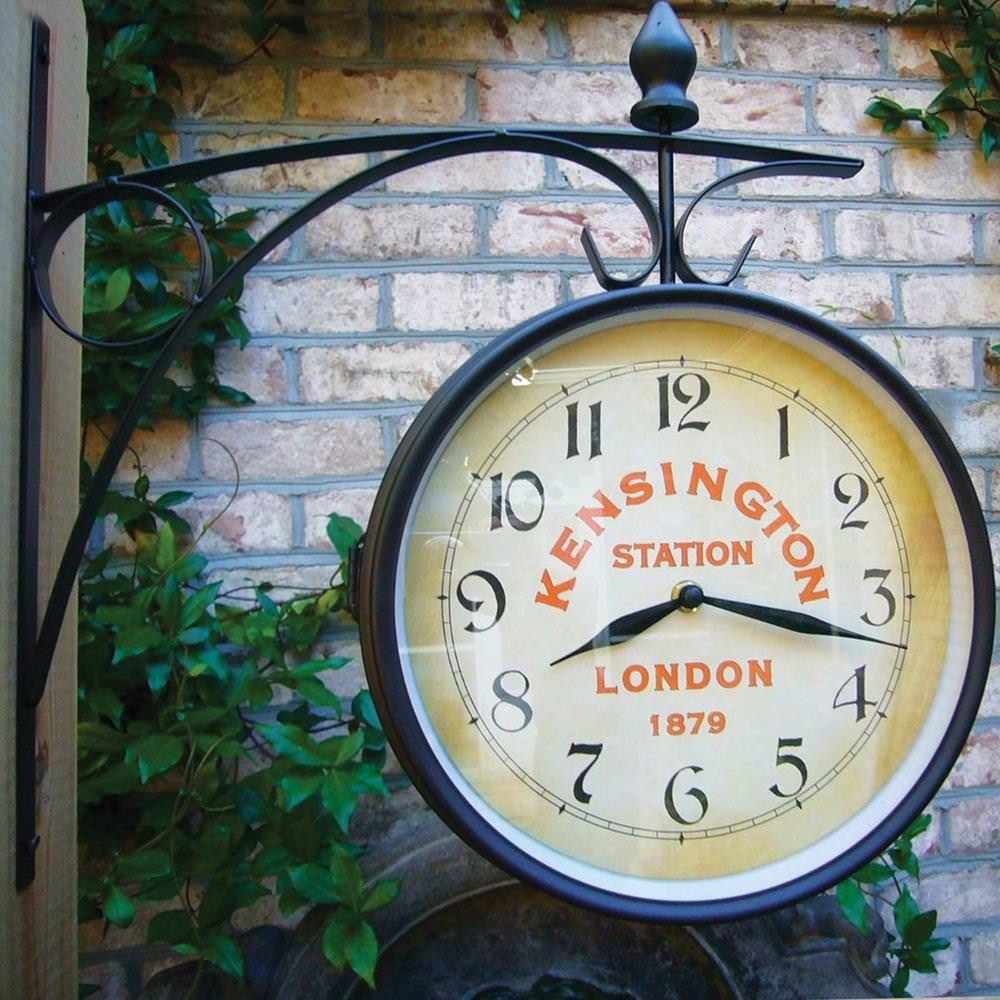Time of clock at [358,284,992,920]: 8:17
